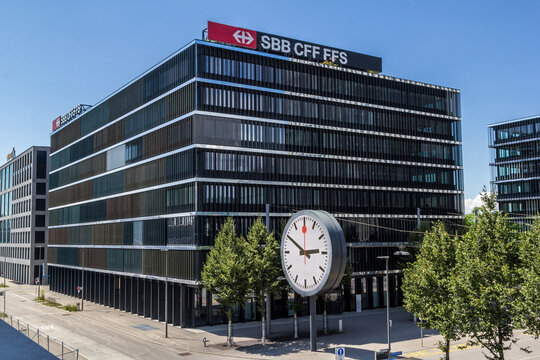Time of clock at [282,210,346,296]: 2:50
